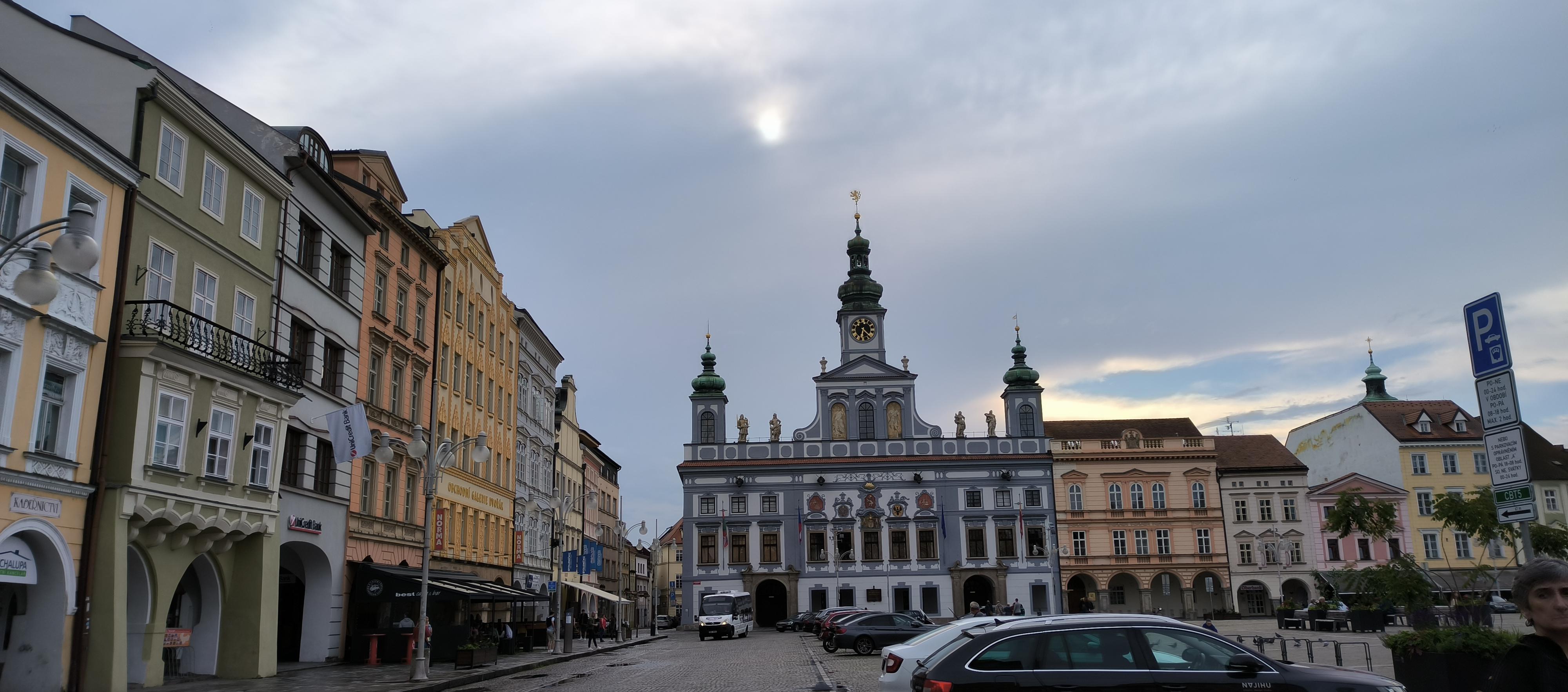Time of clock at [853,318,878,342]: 6:21
